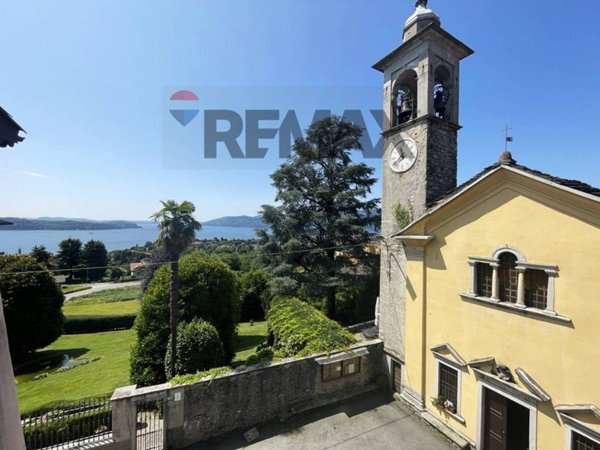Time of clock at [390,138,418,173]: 11:37
